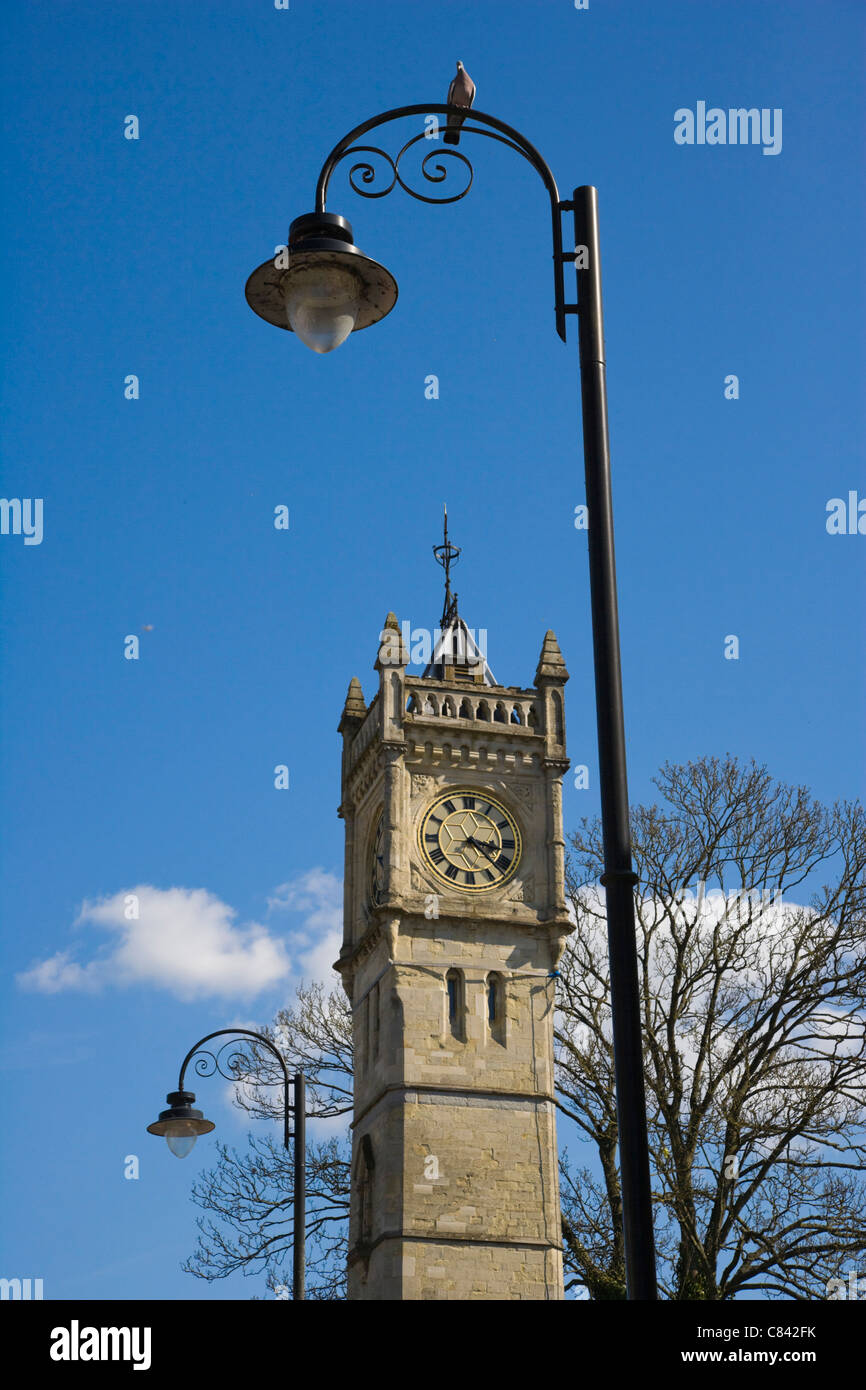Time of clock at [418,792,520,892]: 3:22
